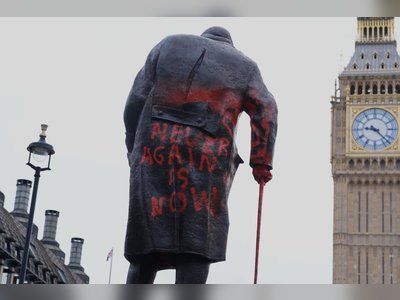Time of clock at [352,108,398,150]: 9:22
